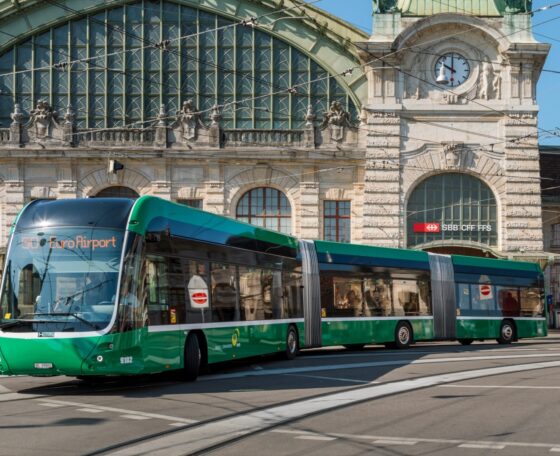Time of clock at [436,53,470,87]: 10:00
